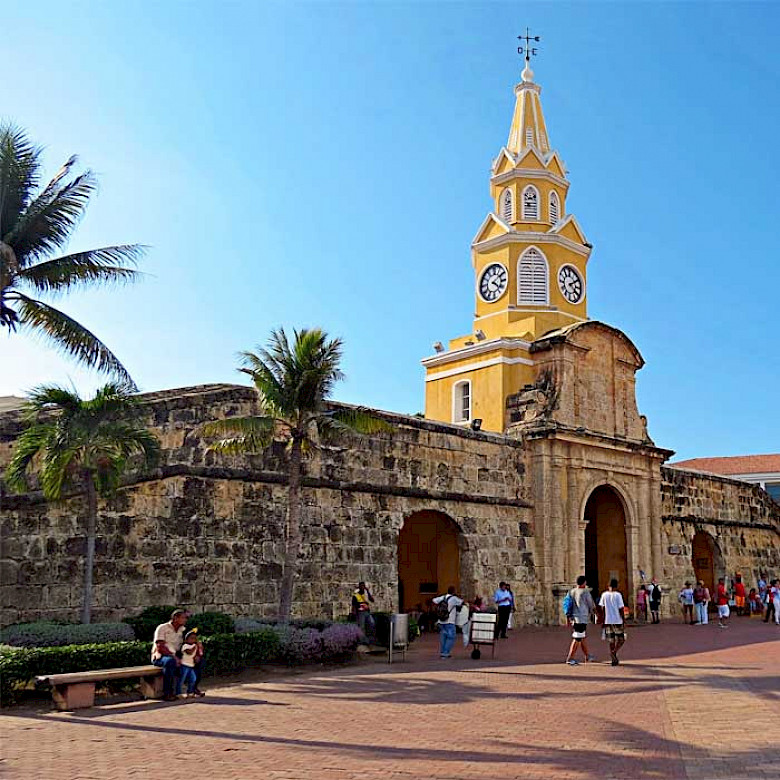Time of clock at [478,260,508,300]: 4:09
